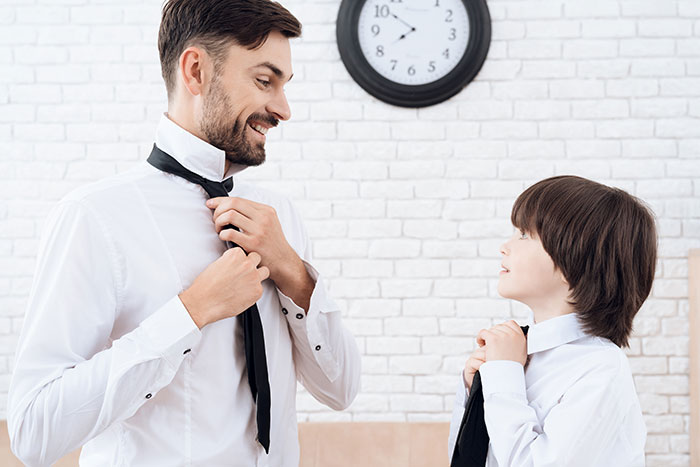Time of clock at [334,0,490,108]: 7:50
